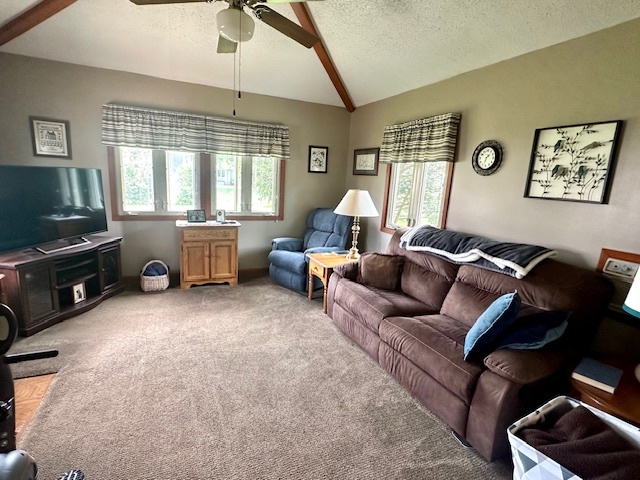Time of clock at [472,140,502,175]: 1:33
